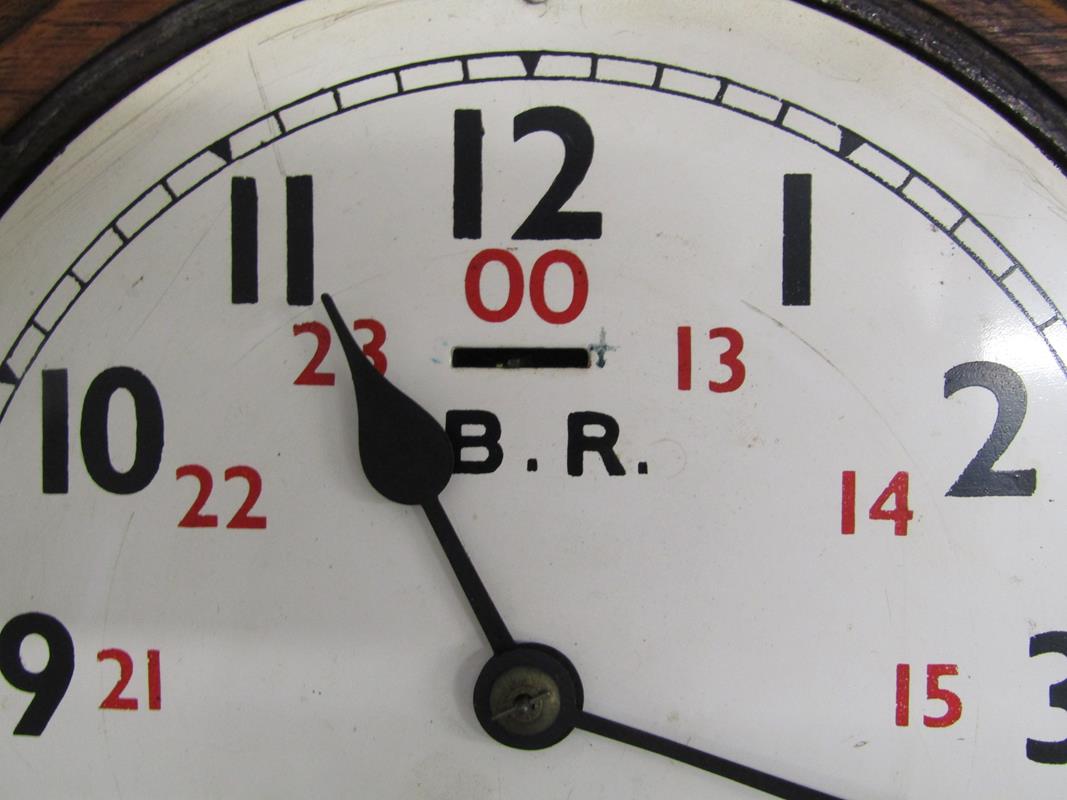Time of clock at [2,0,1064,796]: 10:55
